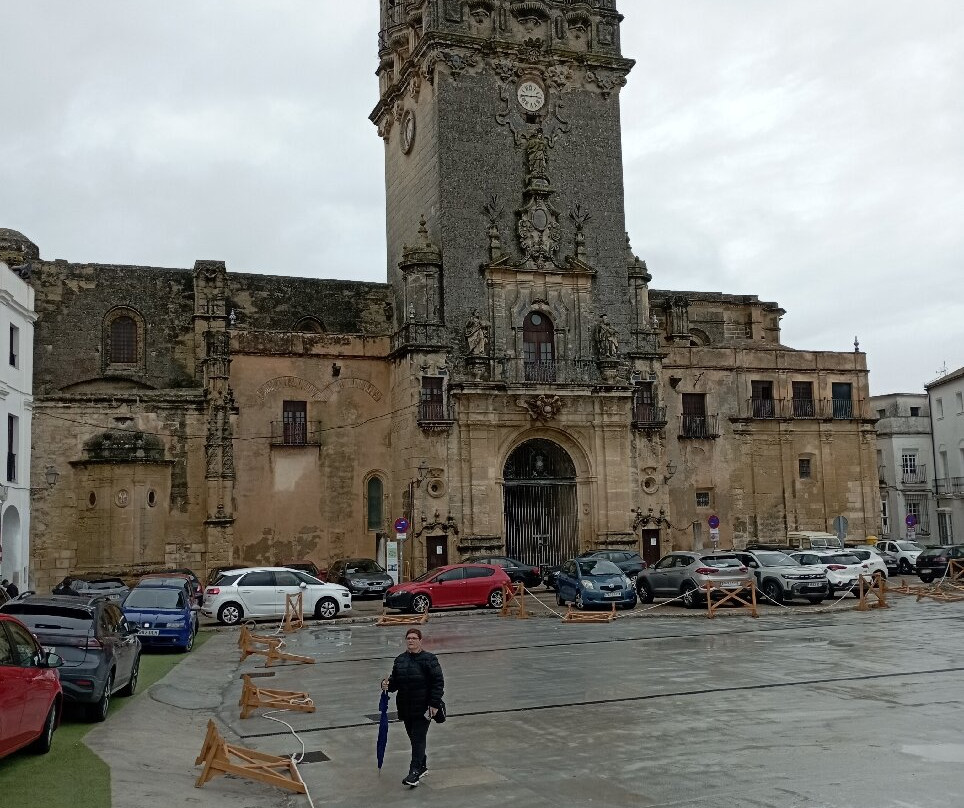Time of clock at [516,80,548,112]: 2:44
